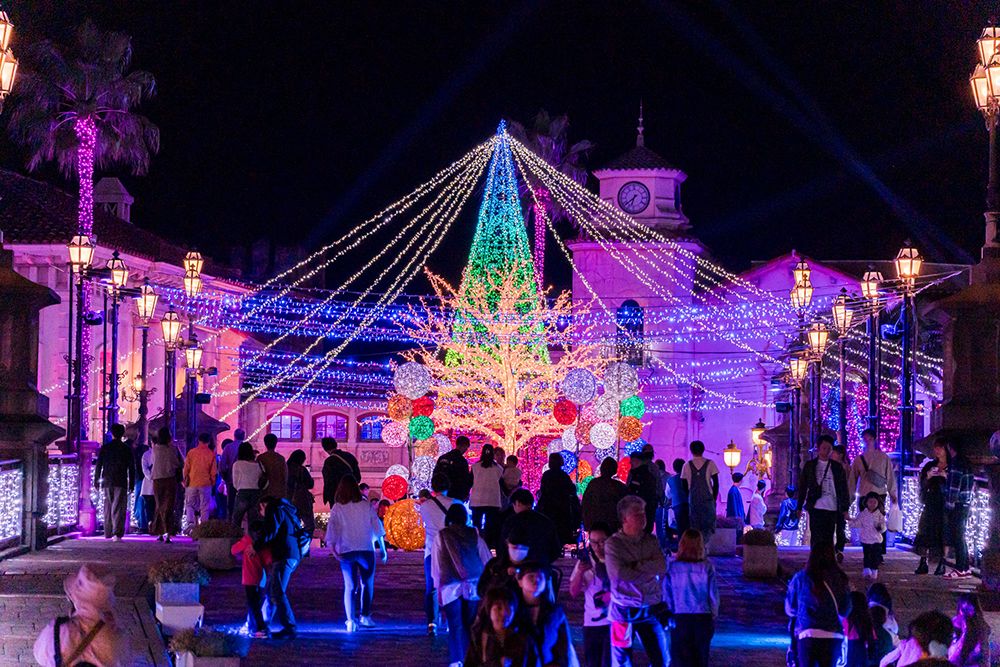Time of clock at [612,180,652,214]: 6:38
